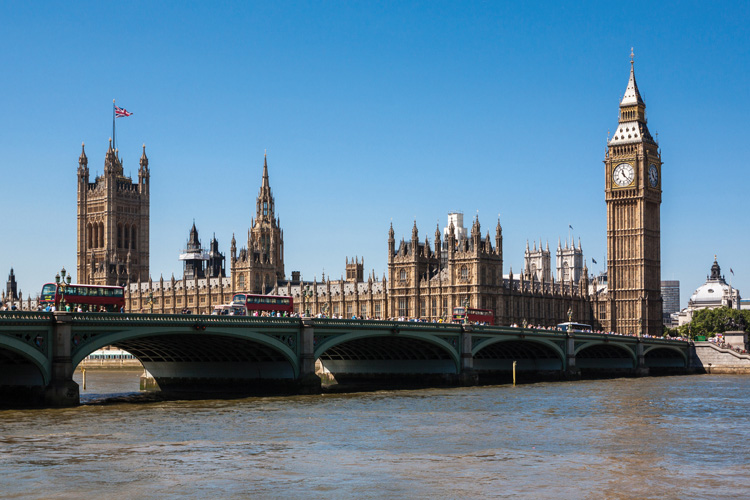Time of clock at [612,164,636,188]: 11:22
